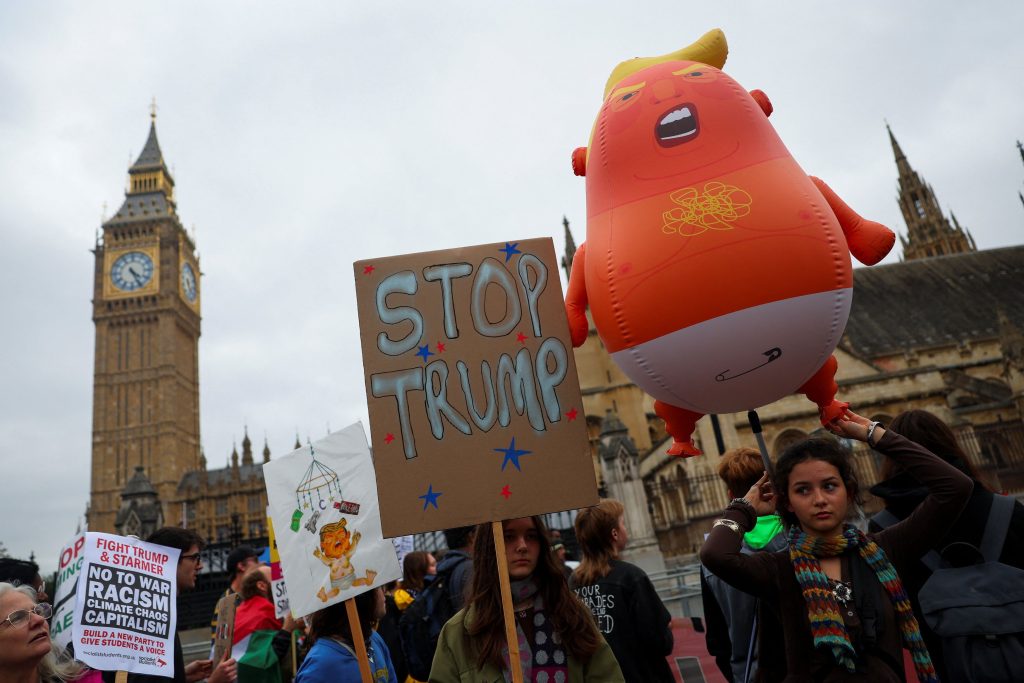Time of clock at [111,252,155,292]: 4:25
